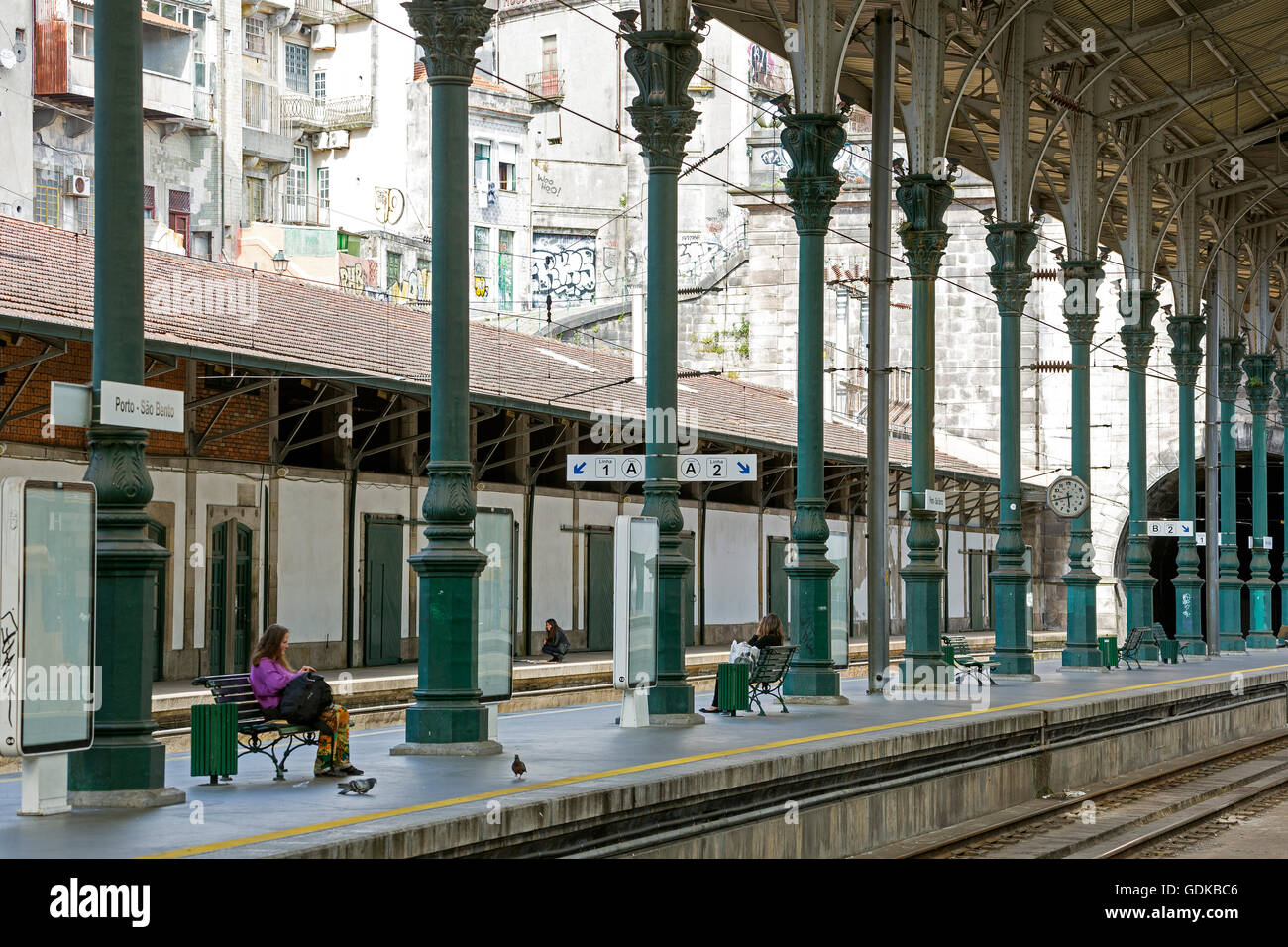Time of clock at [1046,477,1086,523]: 5:42
